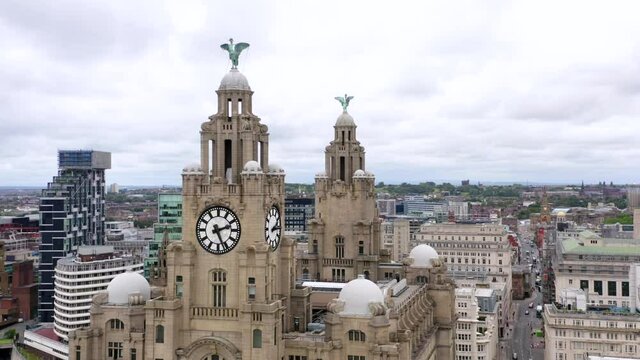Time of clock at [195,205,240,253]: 2:26
